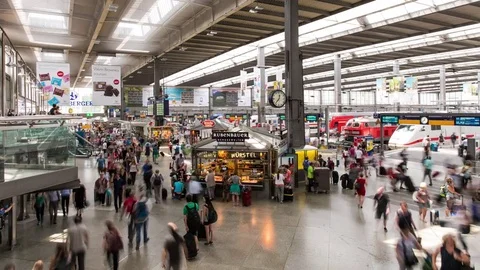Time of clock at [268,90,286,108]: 12:36
